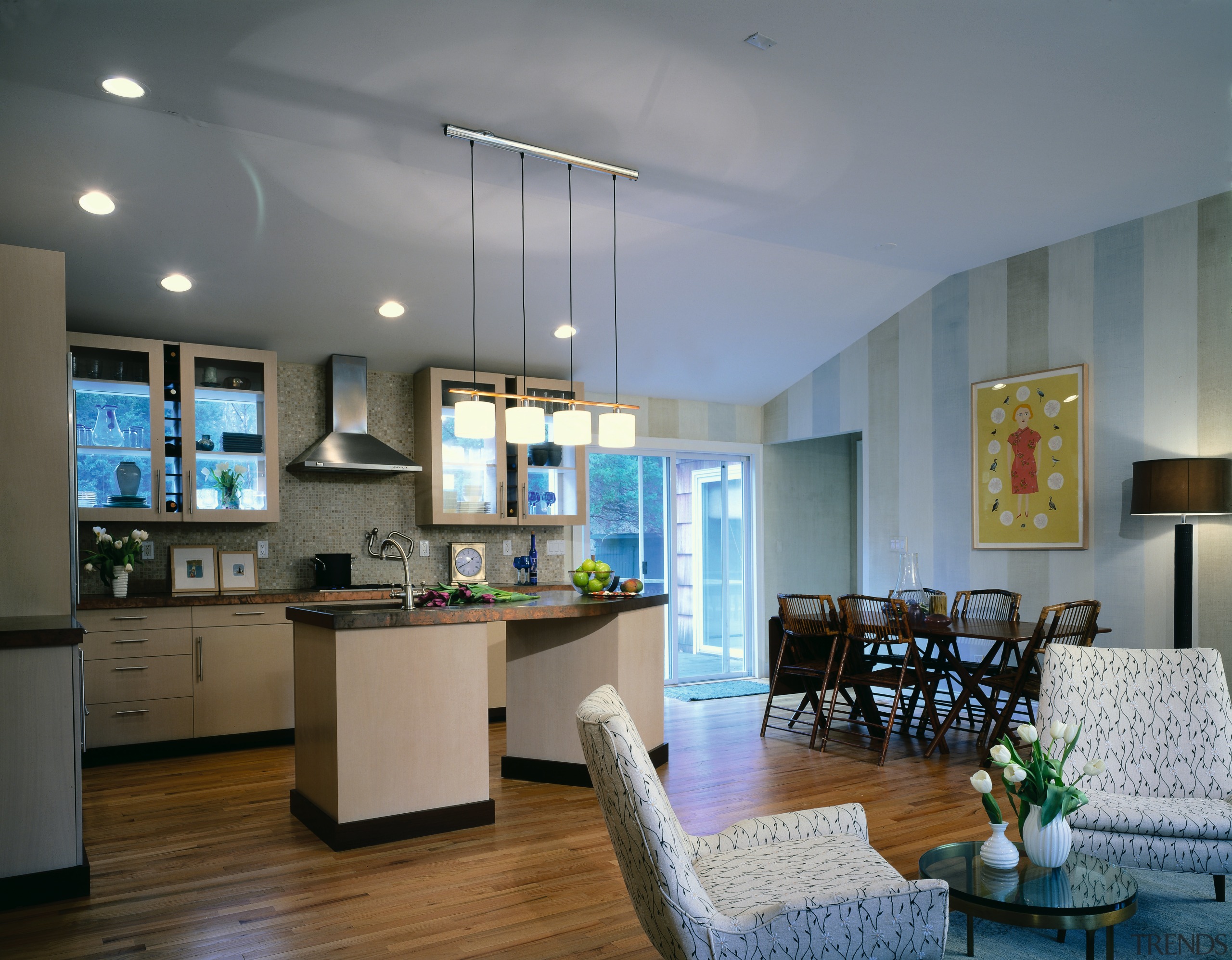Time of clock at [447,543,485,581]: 1:40
